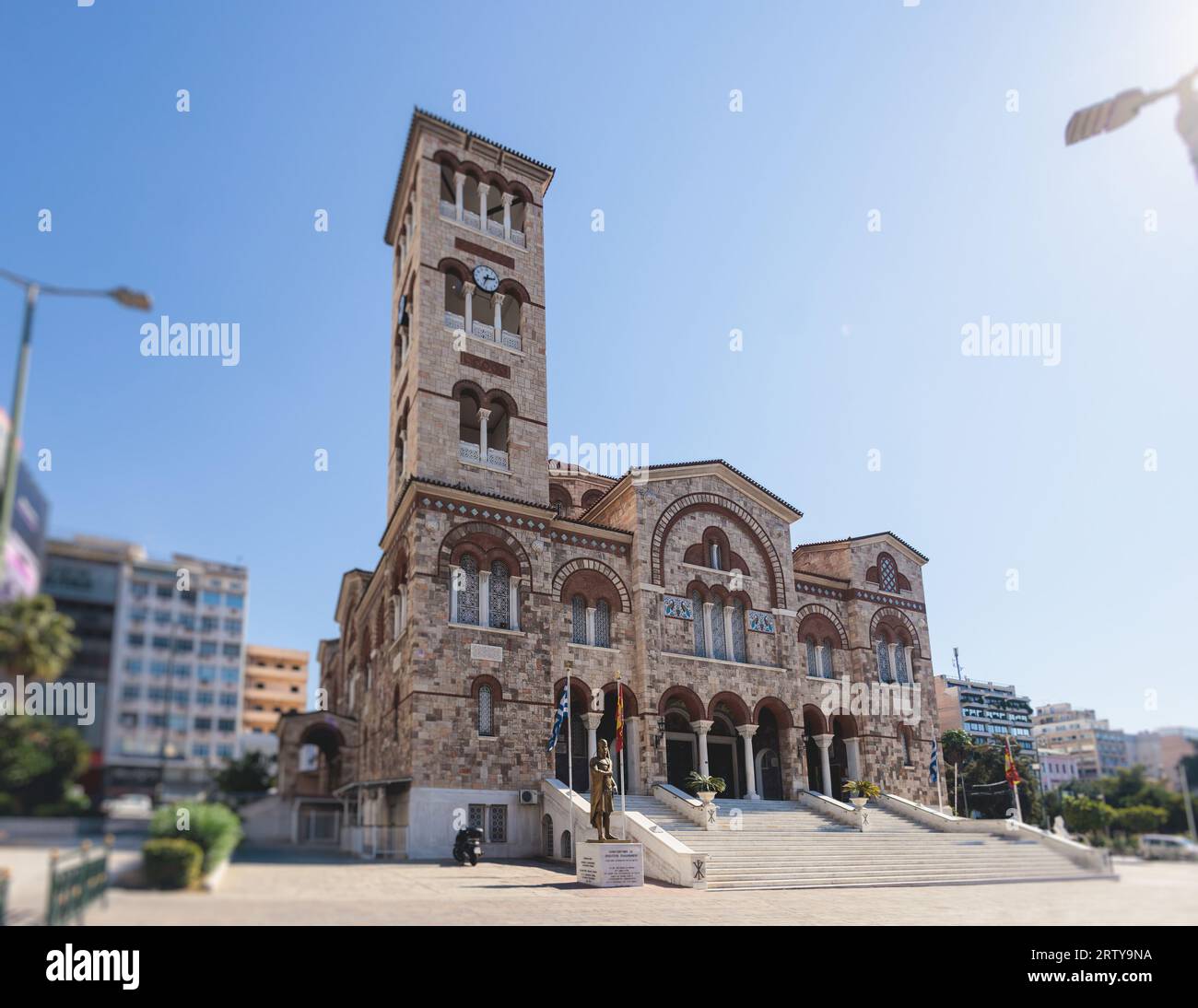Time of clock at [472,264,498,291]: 2:33
